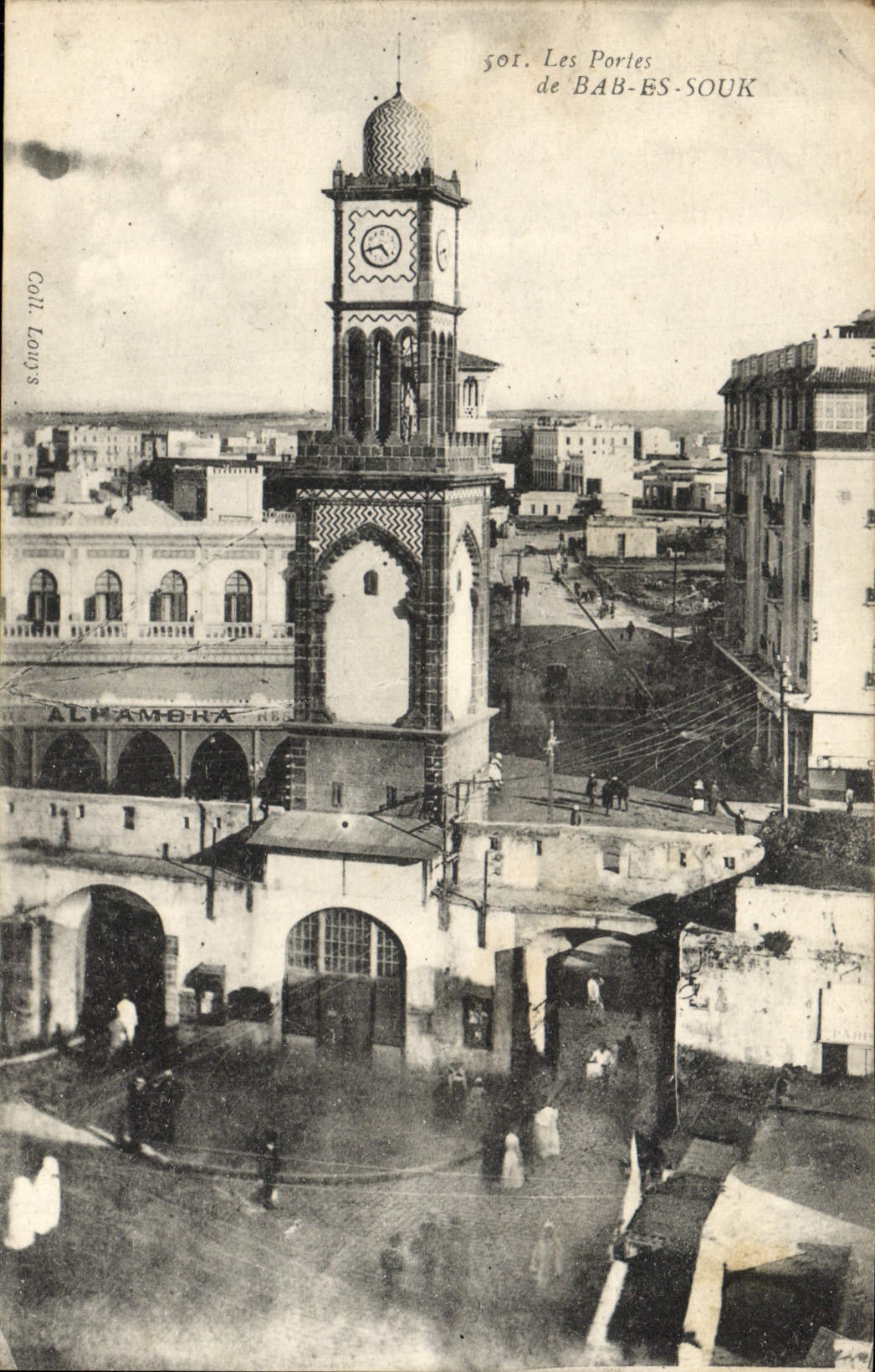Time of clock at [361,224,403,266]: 4:42
